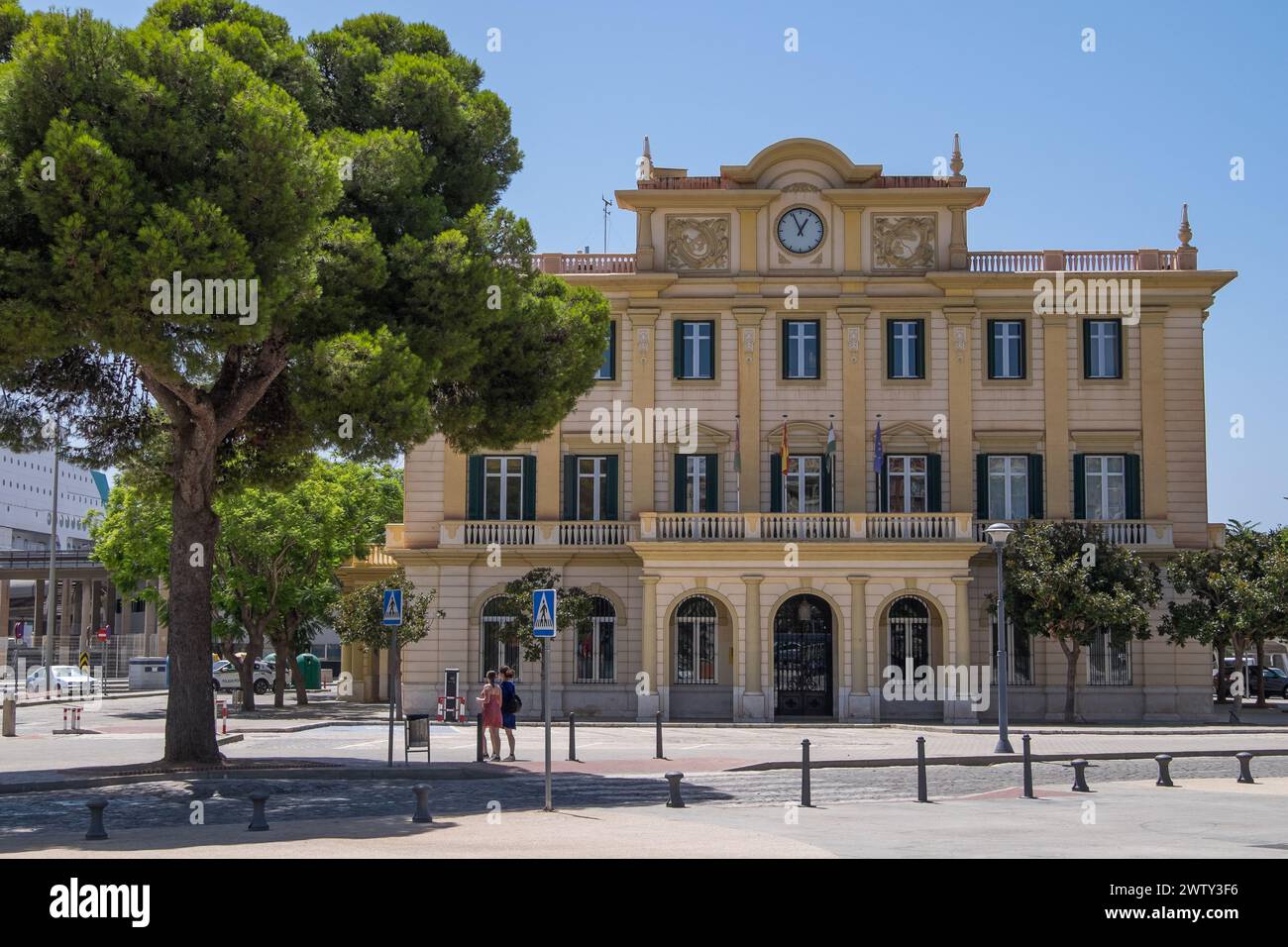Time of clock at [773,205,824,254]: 12:55
